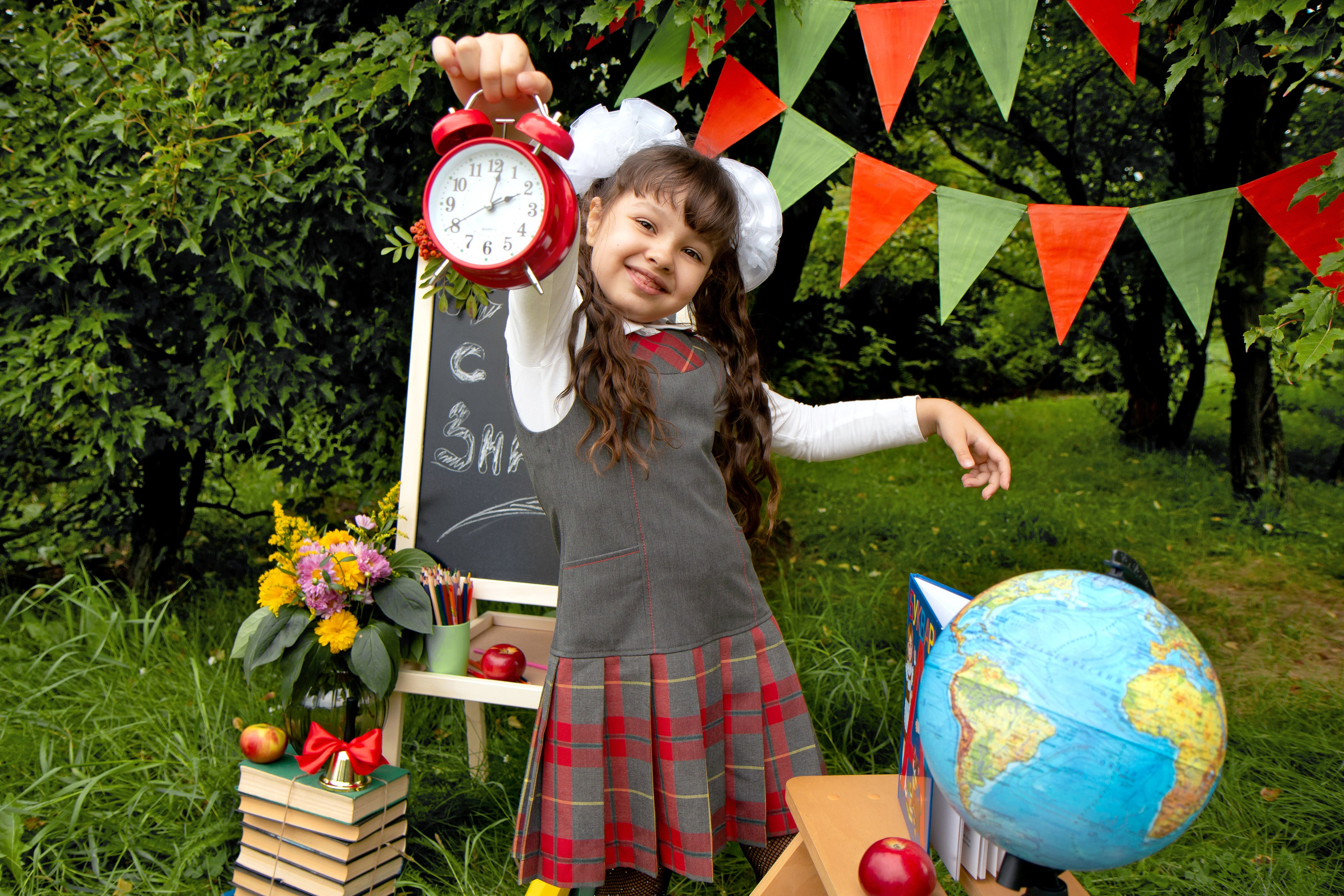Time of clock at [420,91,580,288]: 2:01
